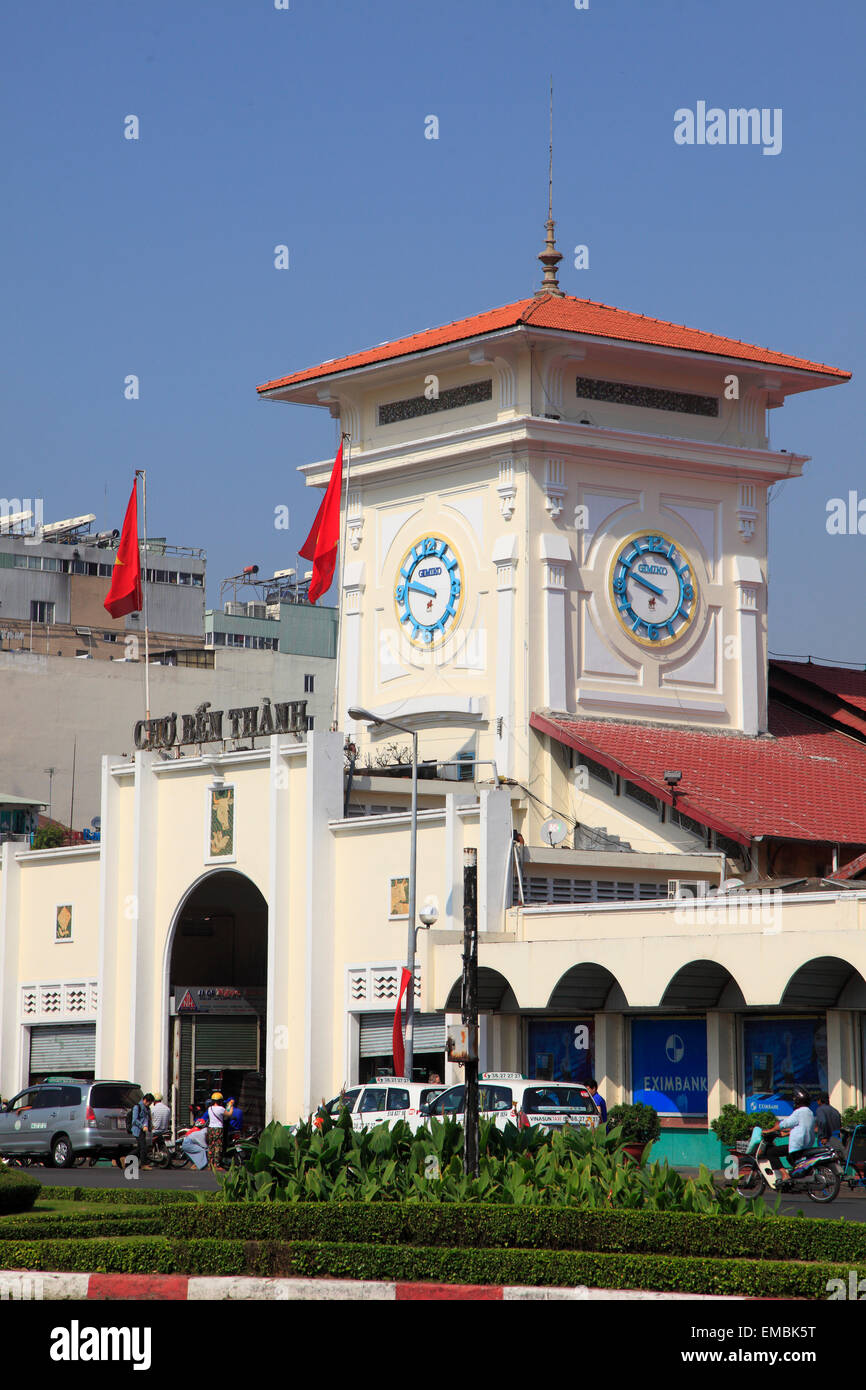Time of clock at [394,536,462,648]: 9:47
